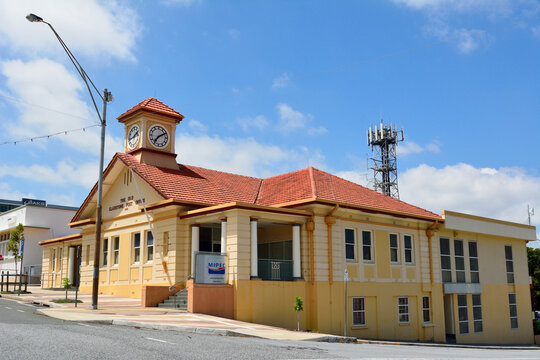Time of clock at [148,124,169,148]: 7:10
